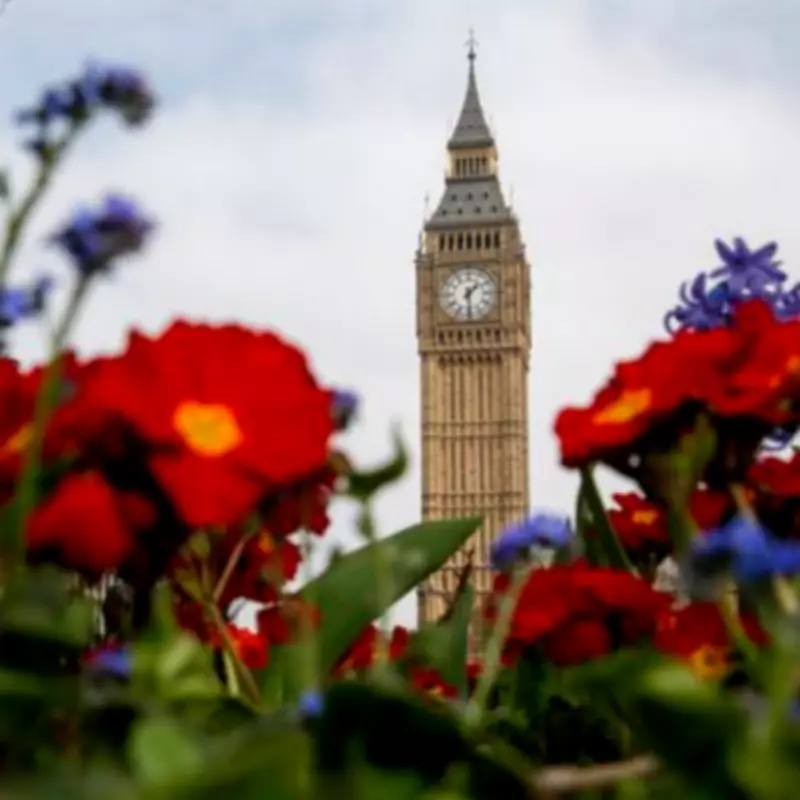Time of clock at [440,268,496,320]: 1:29
